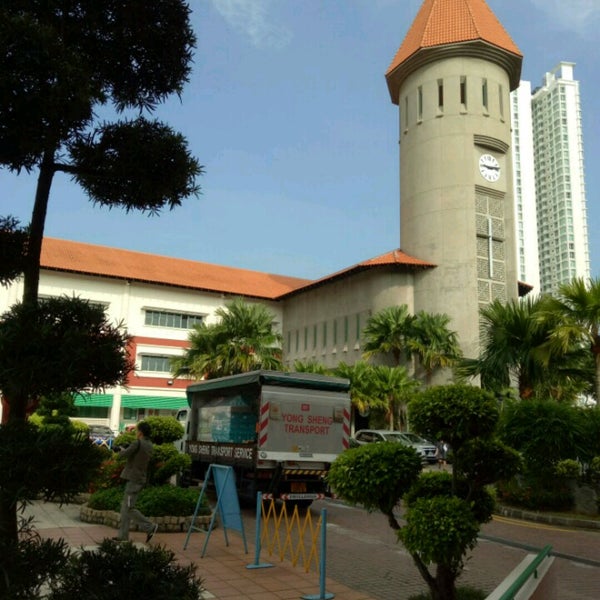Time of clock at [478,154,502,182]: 9:13
